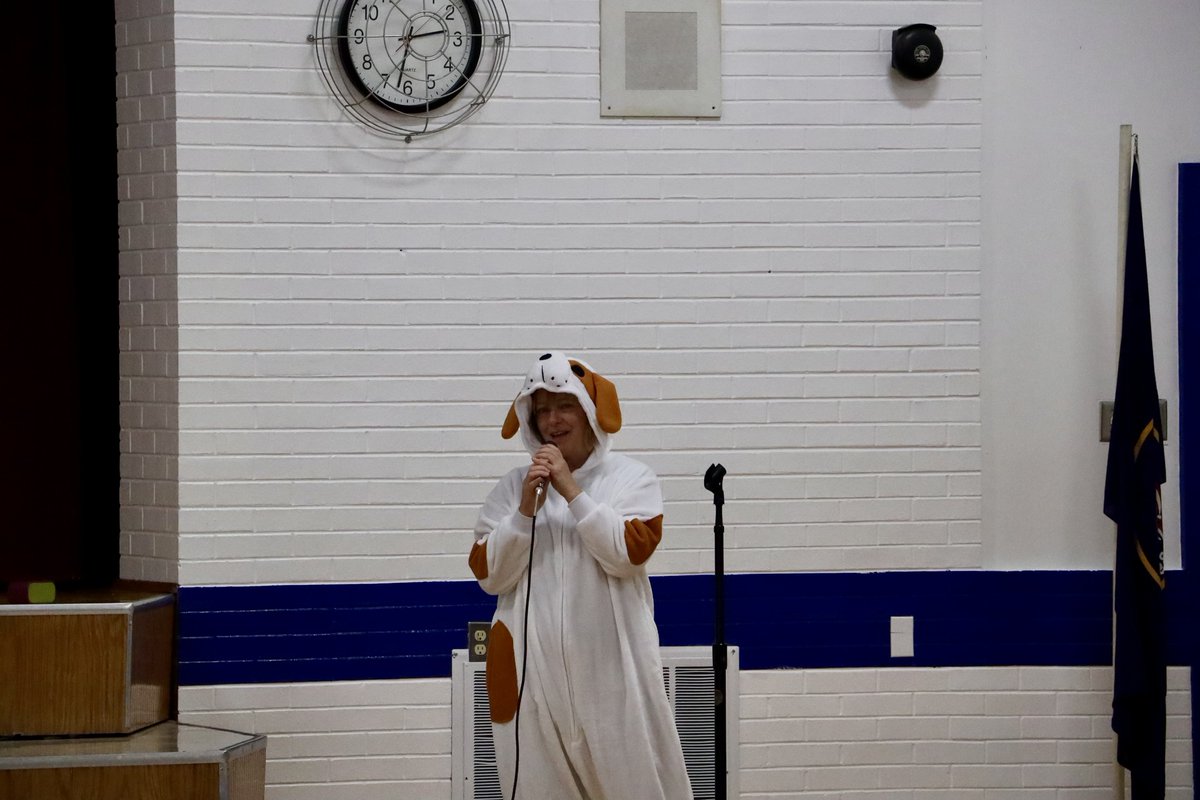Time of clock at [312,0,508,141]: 2:32
